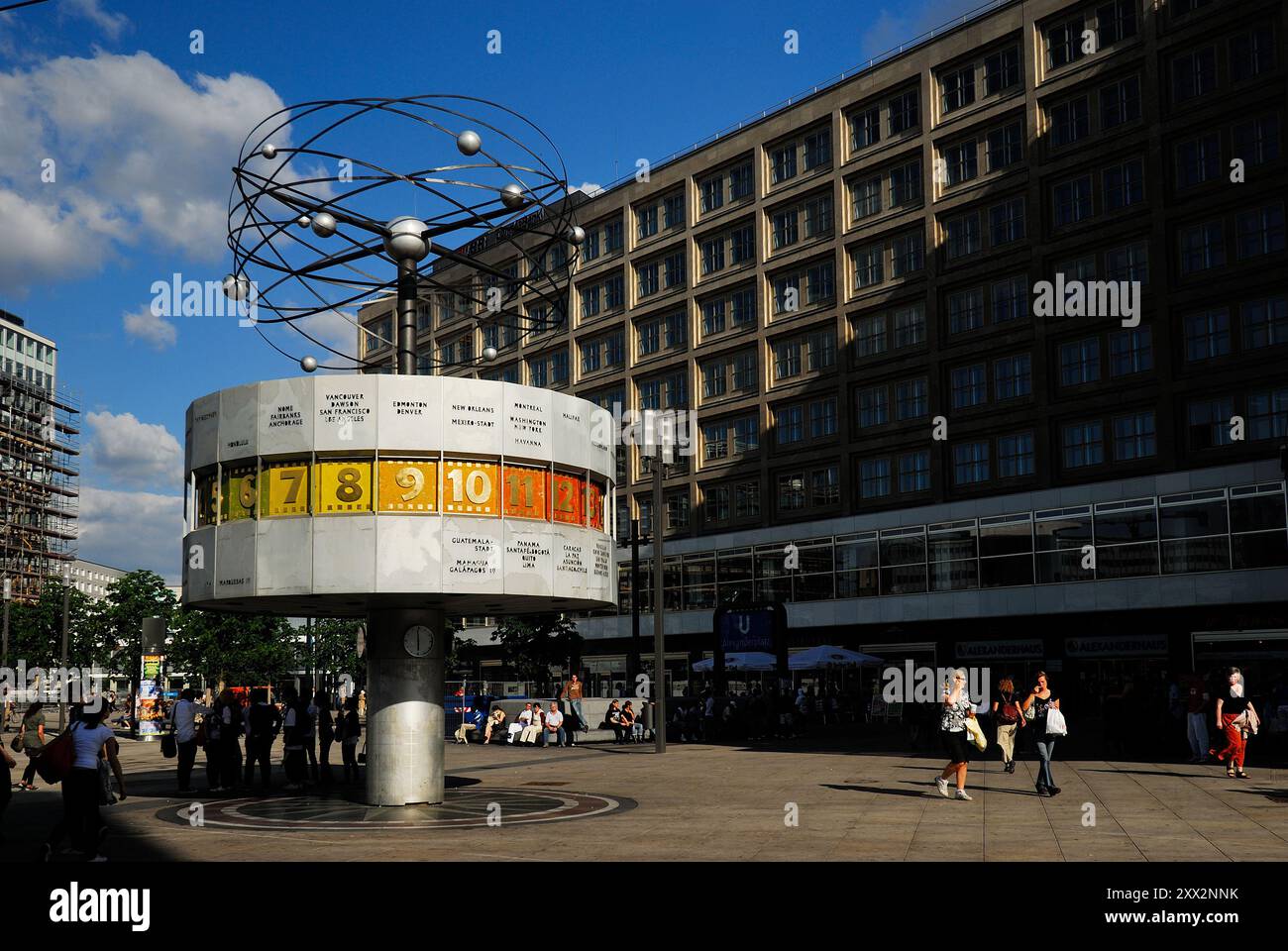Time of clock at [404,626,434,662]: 5:59
